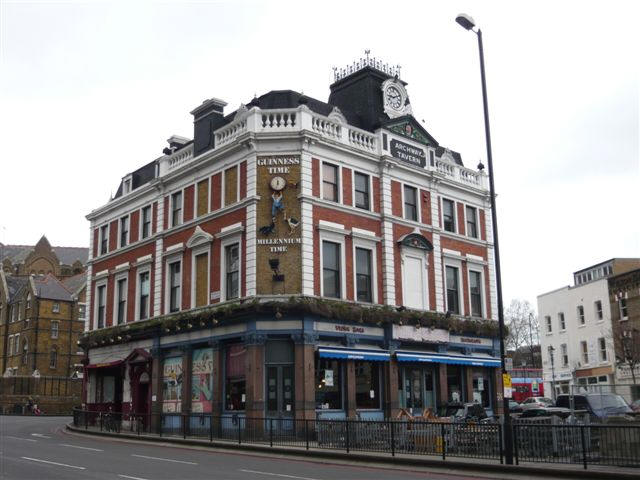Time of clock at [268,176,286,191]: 11:32
